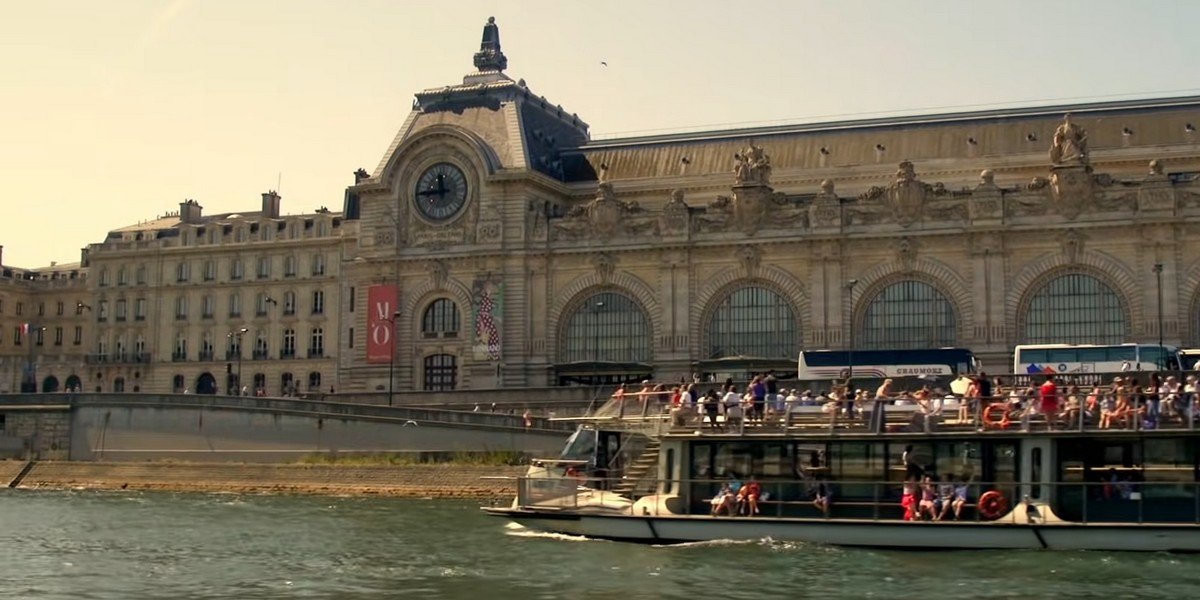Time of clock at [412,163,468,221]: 11:43
